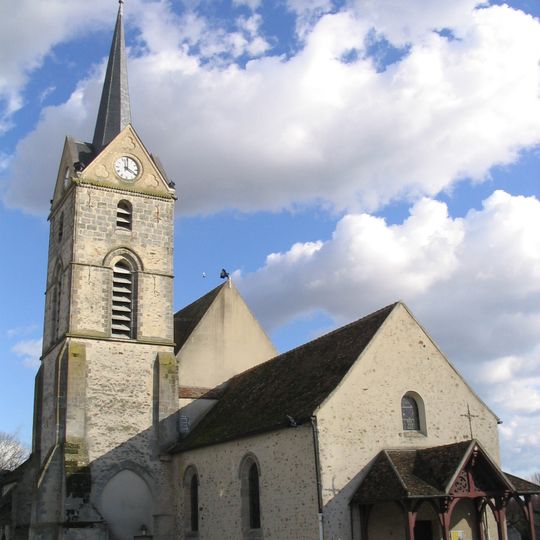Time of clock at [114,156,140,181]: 4:00
